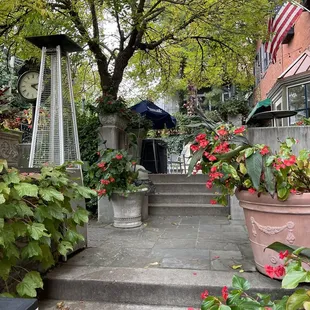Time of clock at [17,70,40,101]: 2:18
